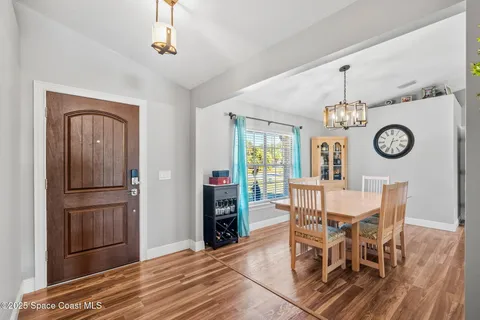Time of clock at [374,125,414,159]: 2:33
